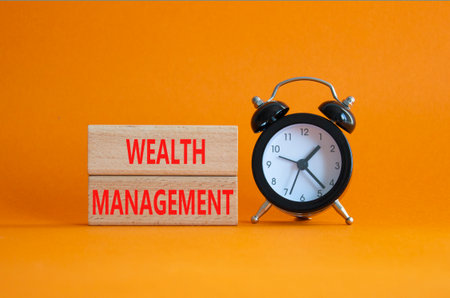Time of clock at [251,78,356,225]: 1:22
